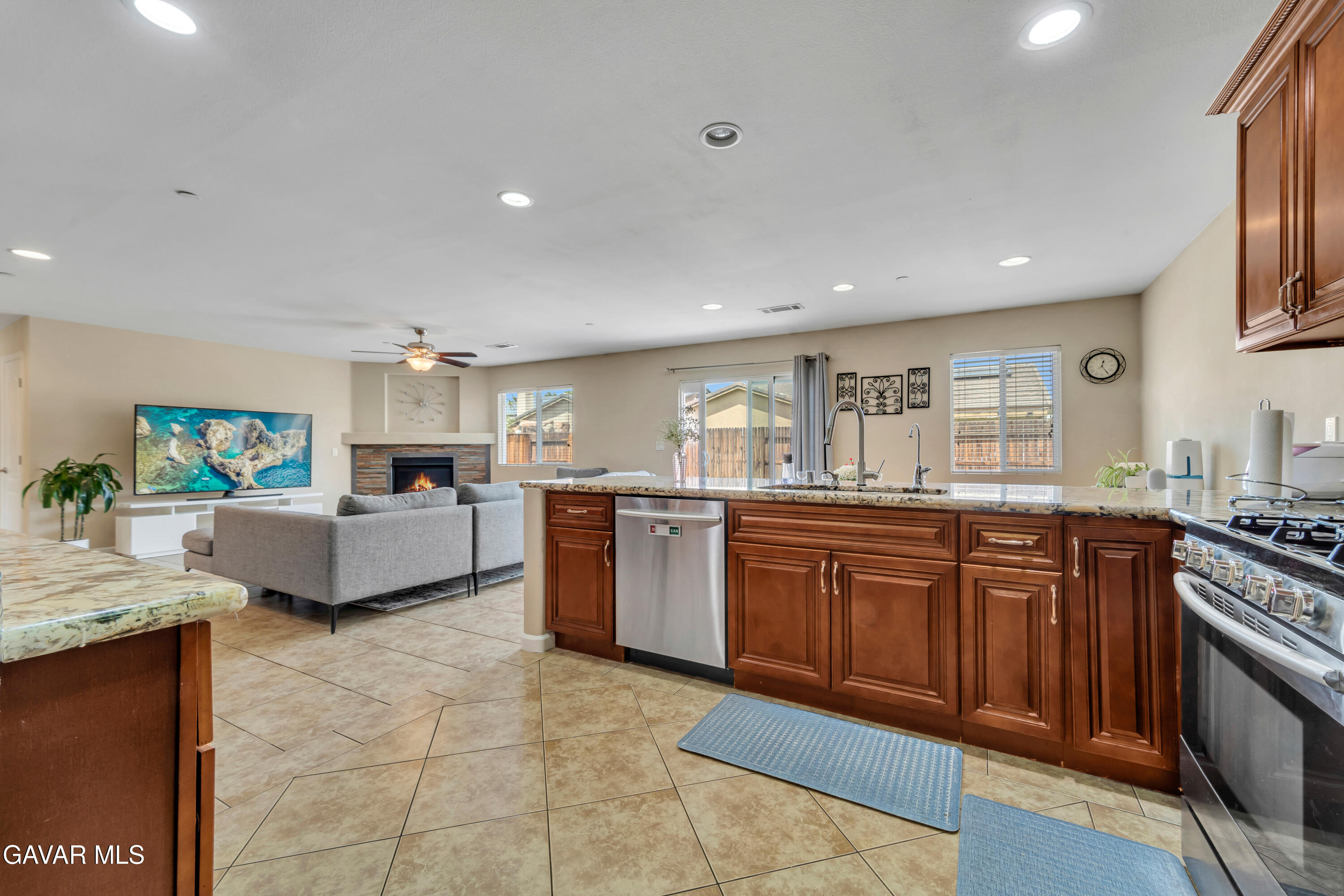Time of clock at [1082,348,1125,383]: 12:24
